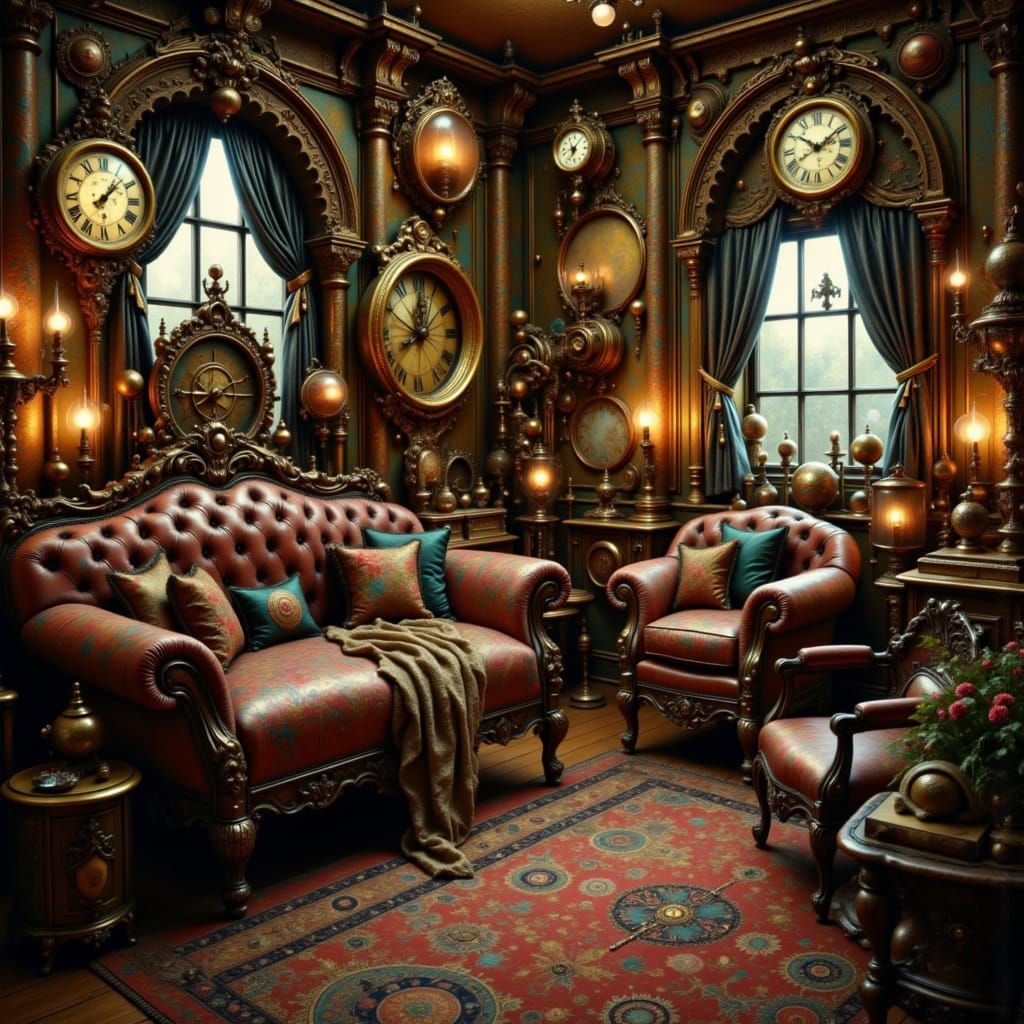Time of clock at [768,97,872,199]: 10:09
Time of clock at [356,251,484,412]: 8:01
